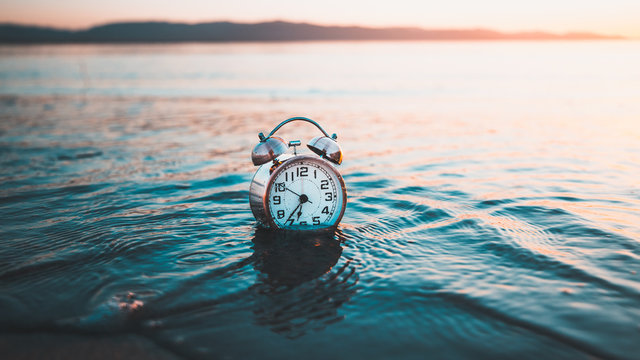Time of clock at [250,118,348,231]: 6:36
